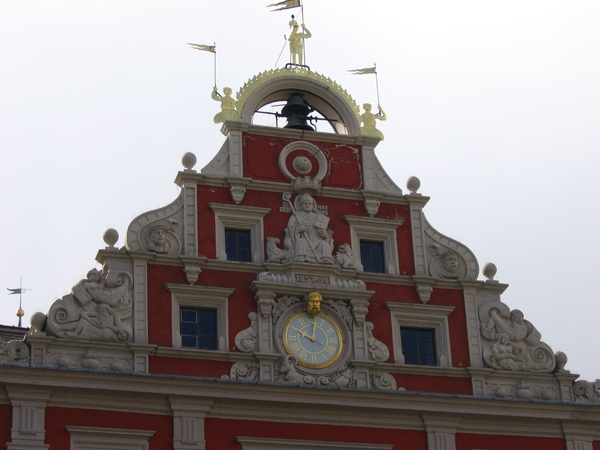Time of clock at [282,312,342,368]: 10:01
